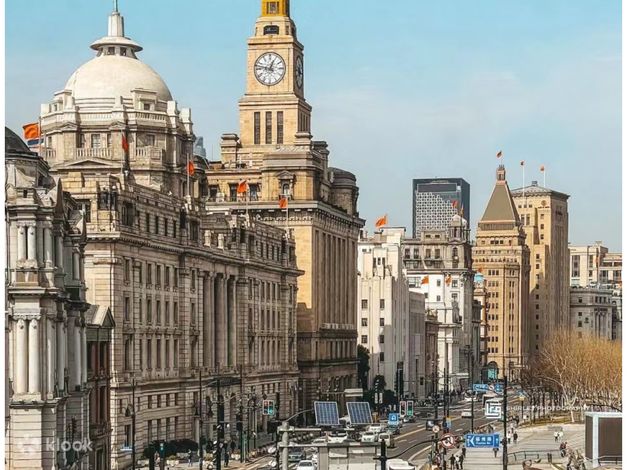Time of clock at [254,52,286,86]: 12:47
